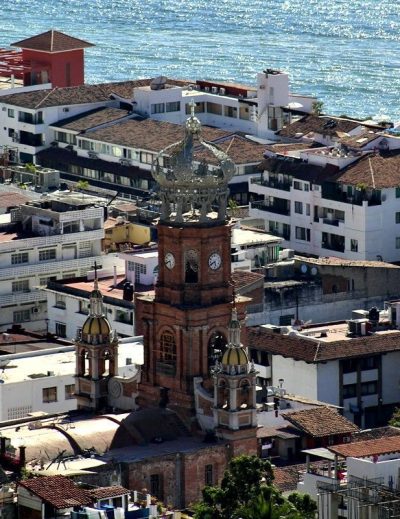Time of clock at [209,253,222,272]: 5:40
